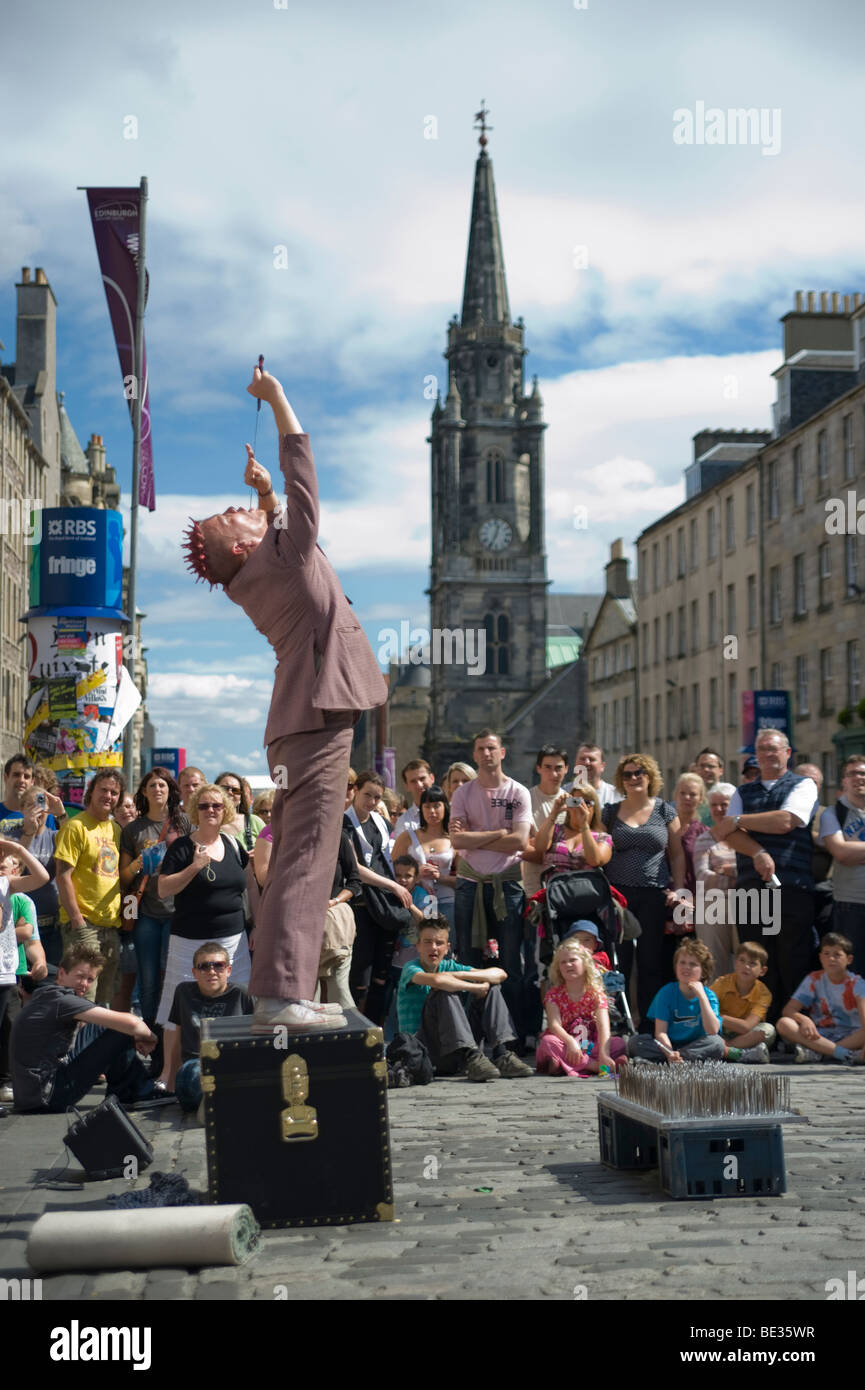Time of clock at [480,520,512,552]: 12:34
